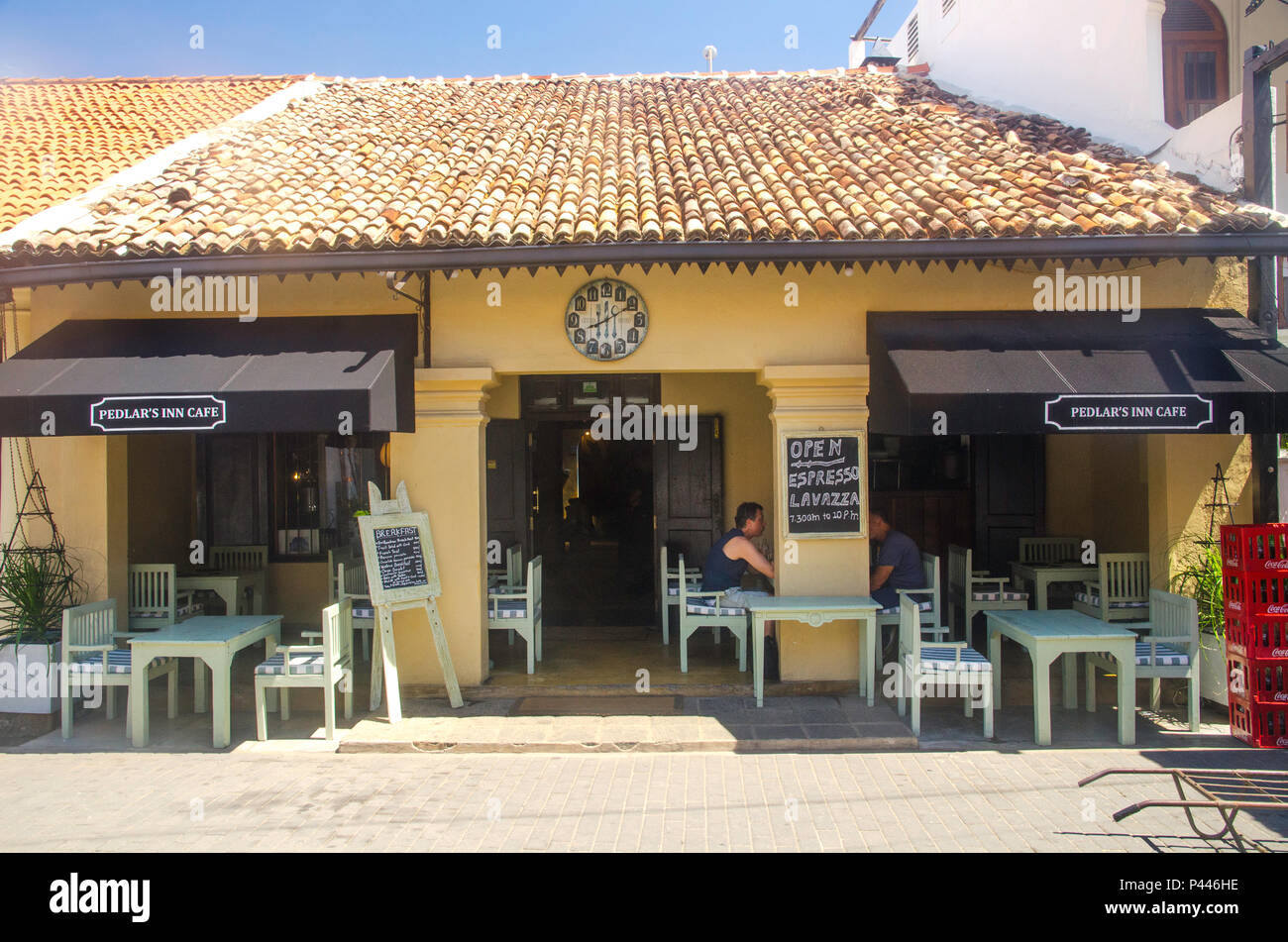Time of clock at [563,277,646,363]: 12:10
